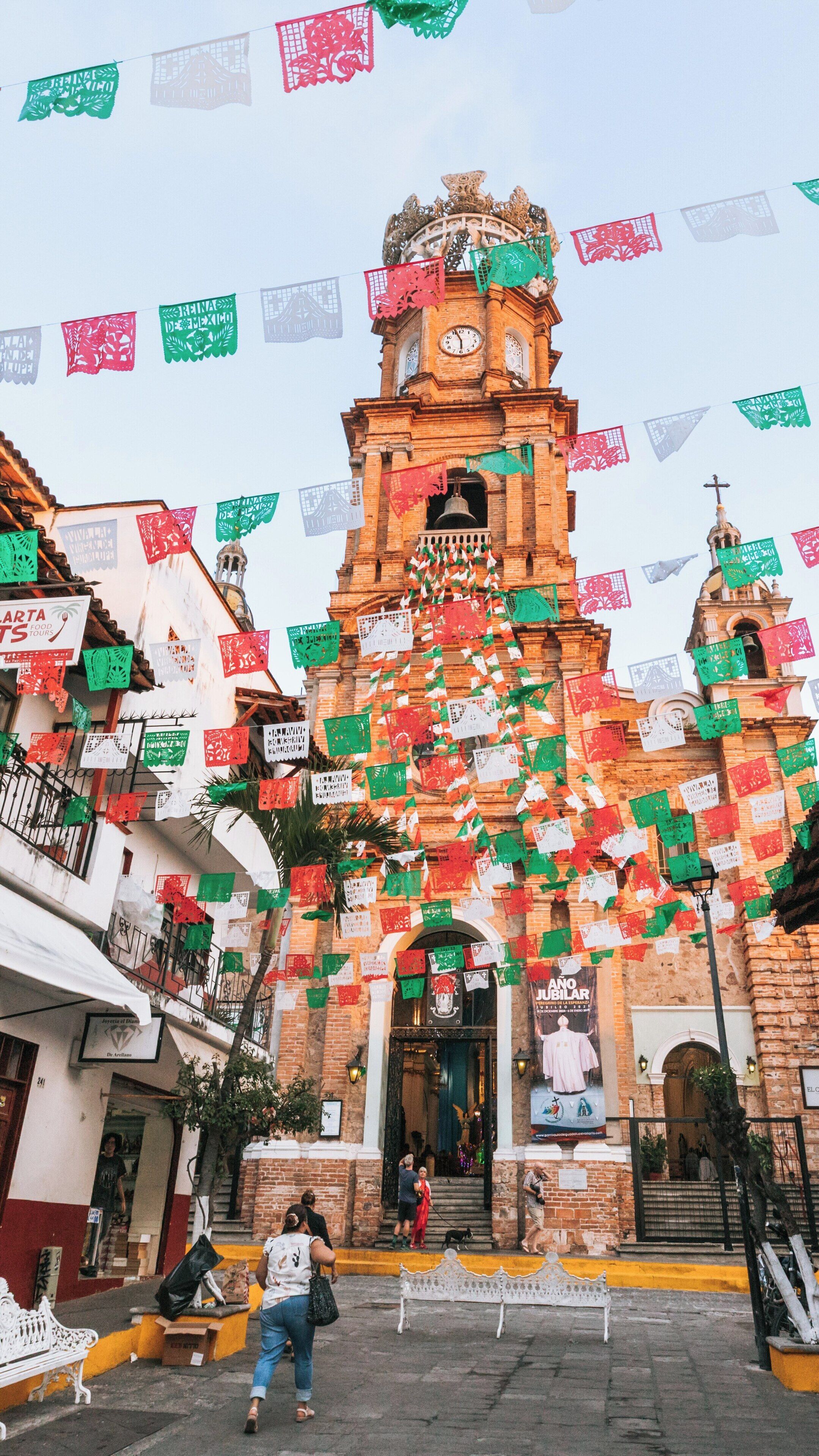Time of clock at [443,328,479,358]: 5:56
